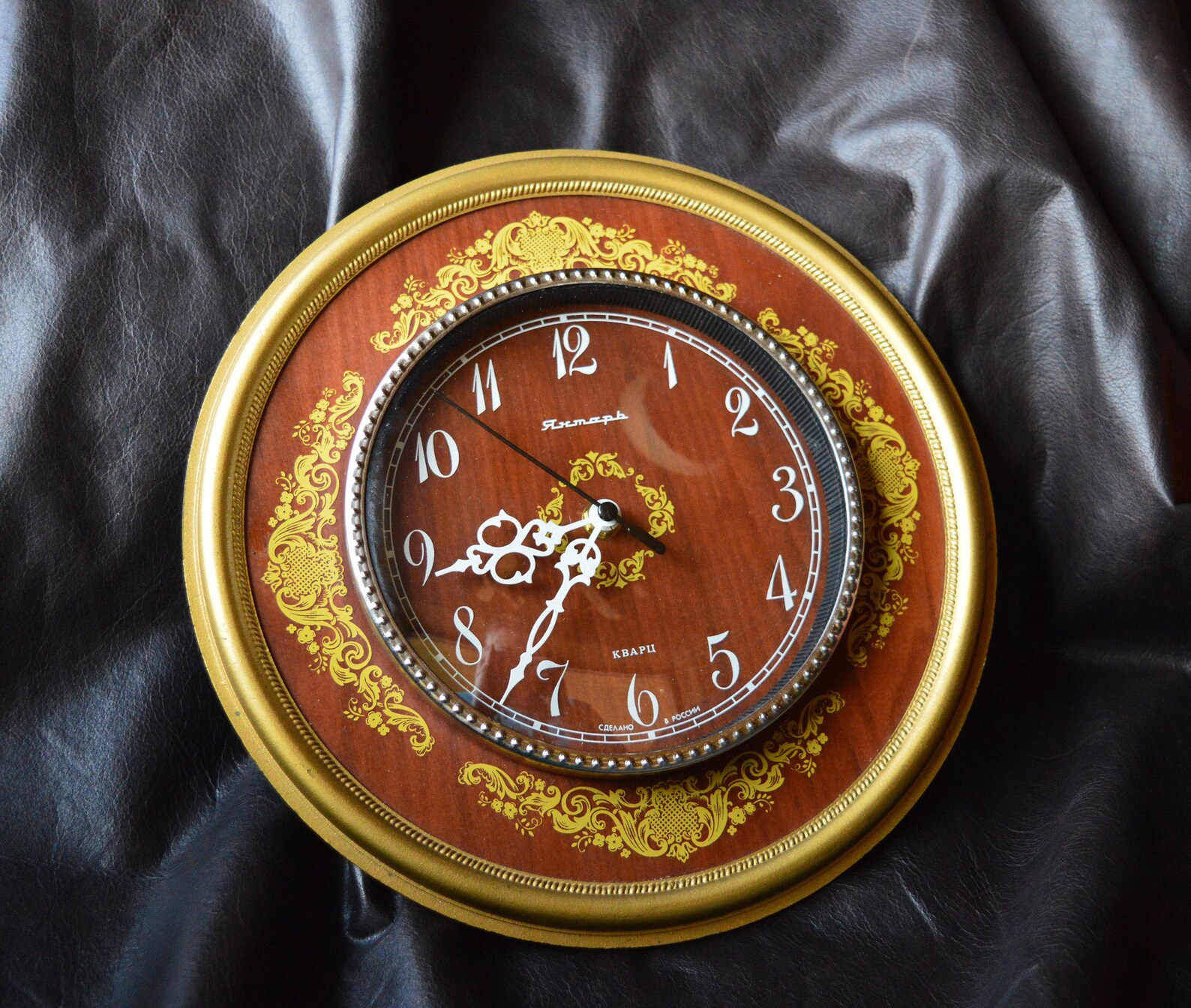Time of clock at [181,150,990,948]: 8:36
